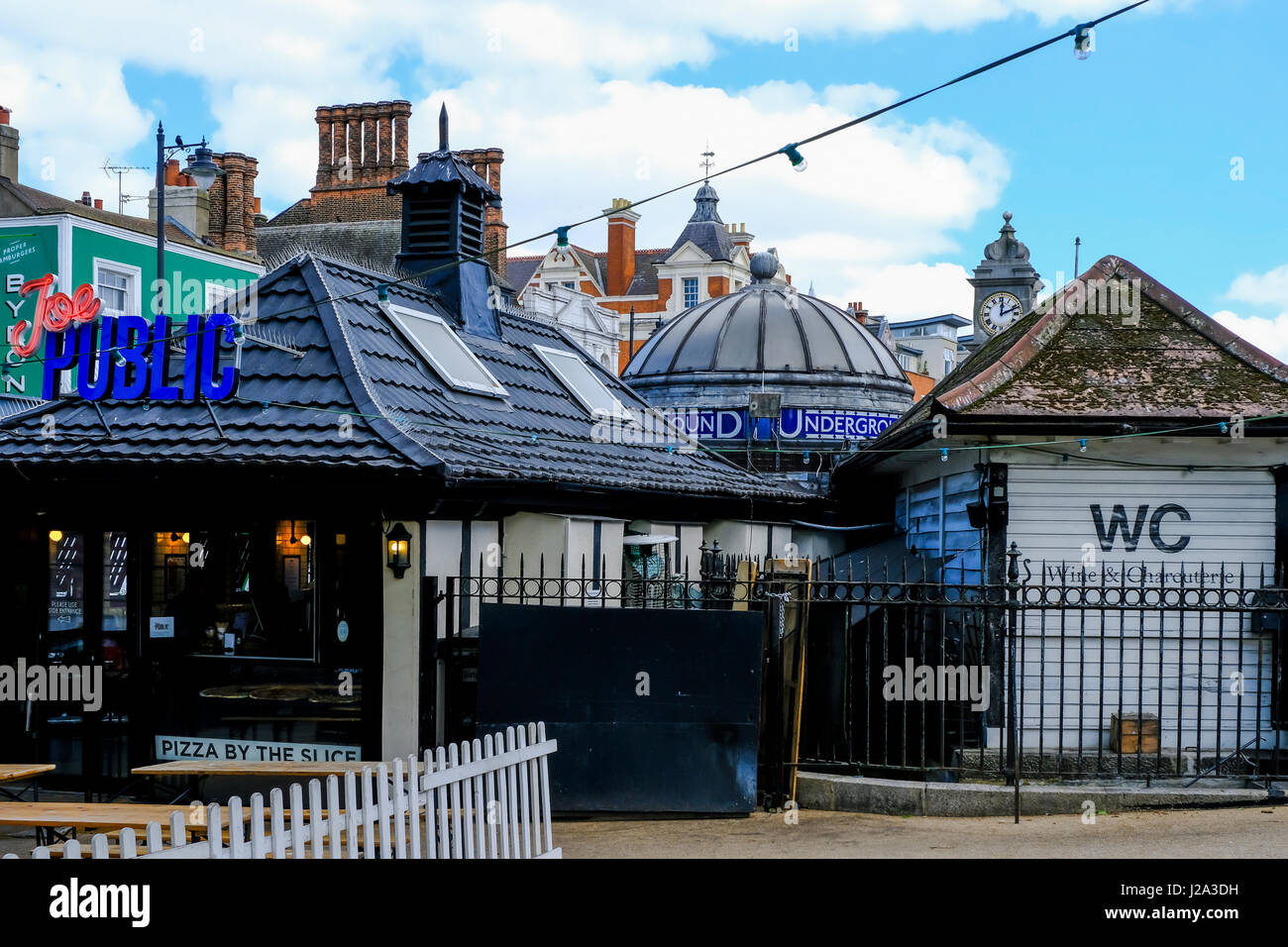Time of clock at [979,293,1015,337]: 12:11
